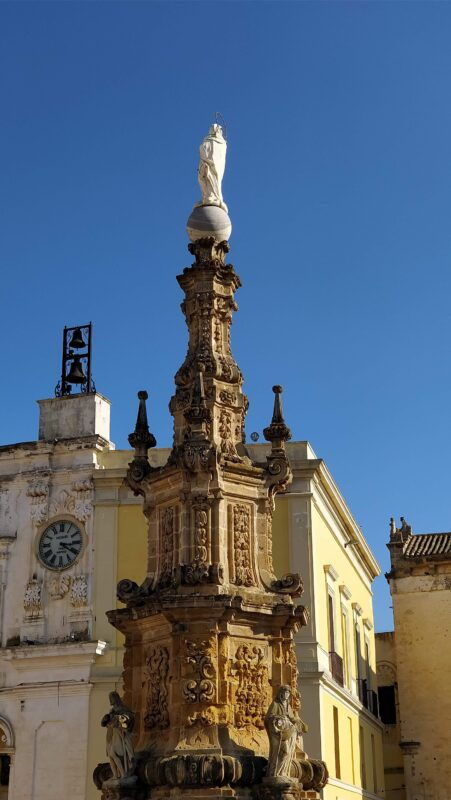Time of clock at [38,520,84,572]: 3:20
